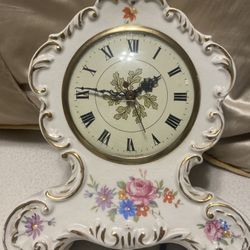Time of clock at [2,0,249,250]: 1:46
